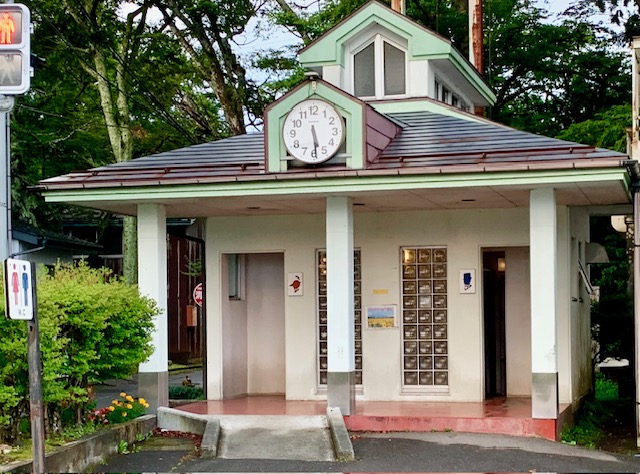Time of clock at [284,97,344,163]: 5:29
